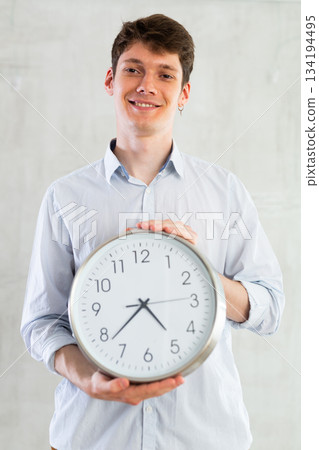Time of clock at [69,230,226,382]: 4:38
